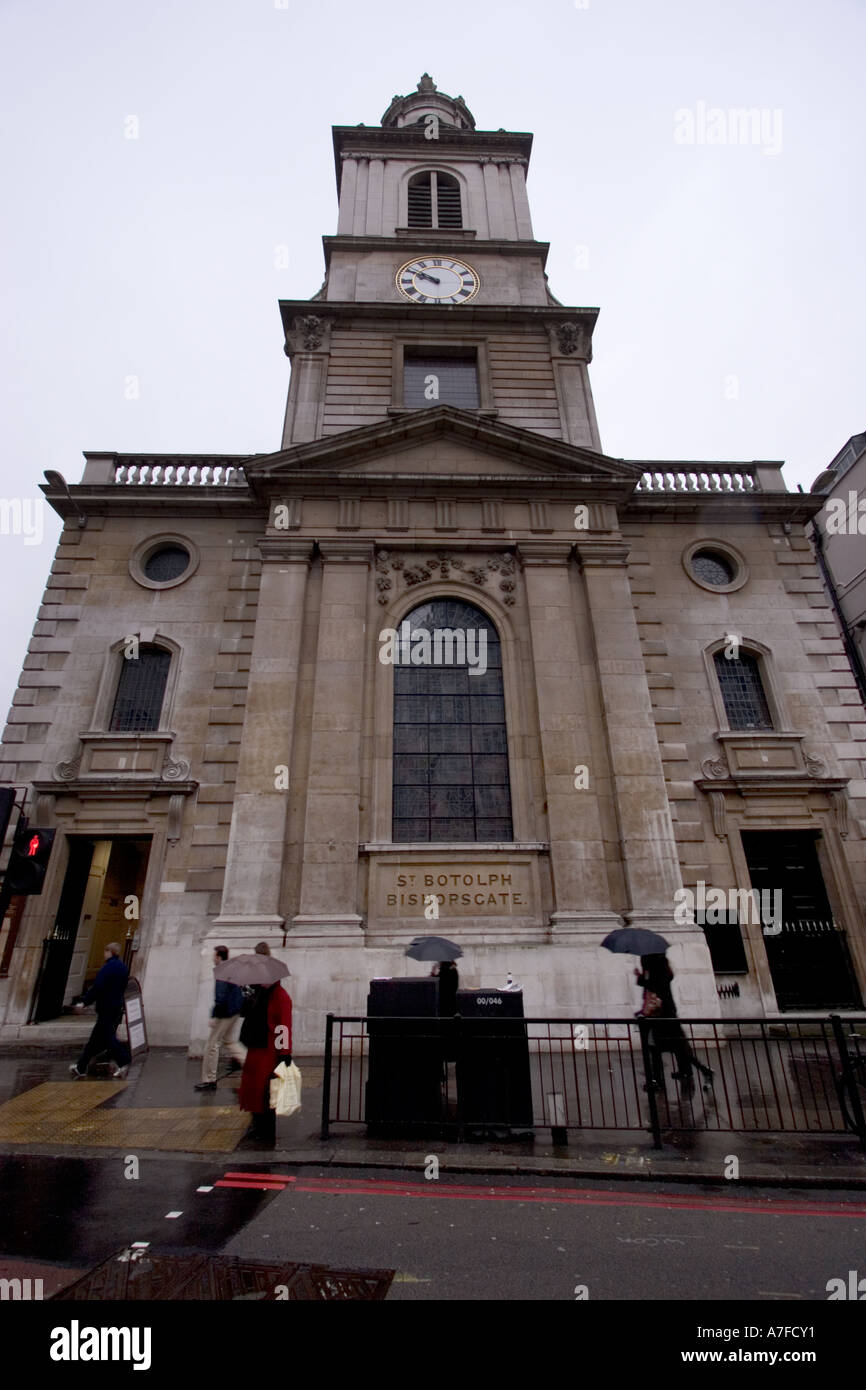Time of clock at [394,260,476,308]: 9:50
